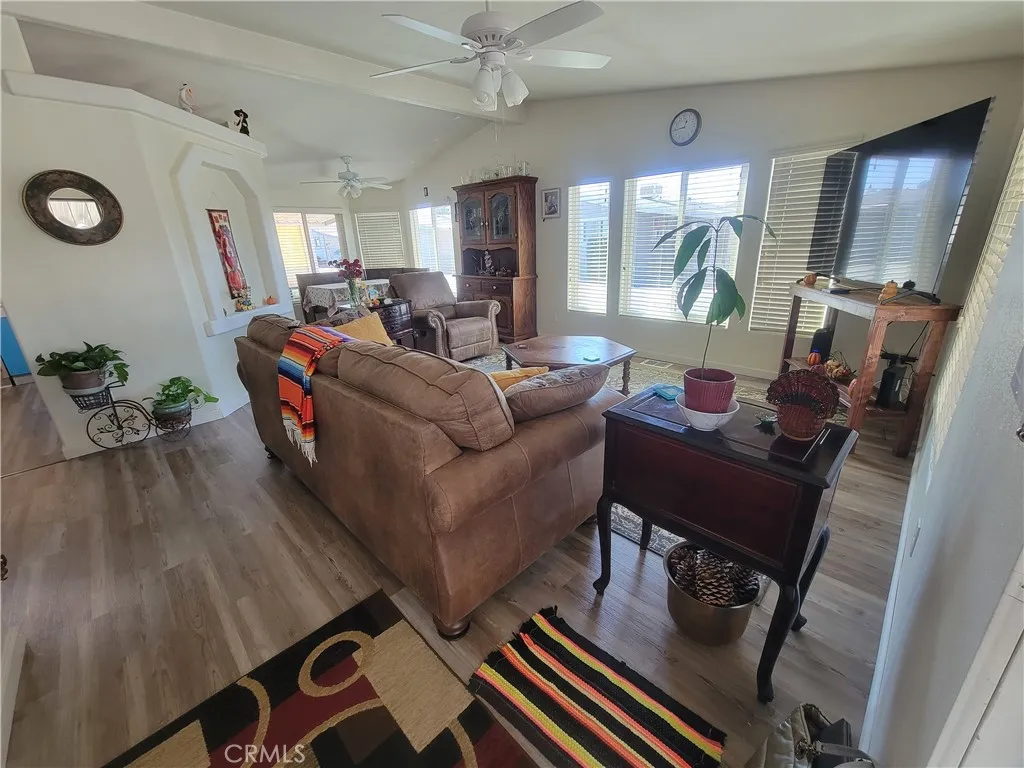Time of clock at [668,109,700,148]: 12:44
